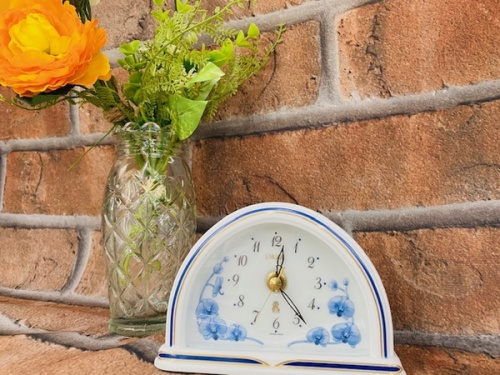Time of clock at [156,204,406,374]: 12:24
